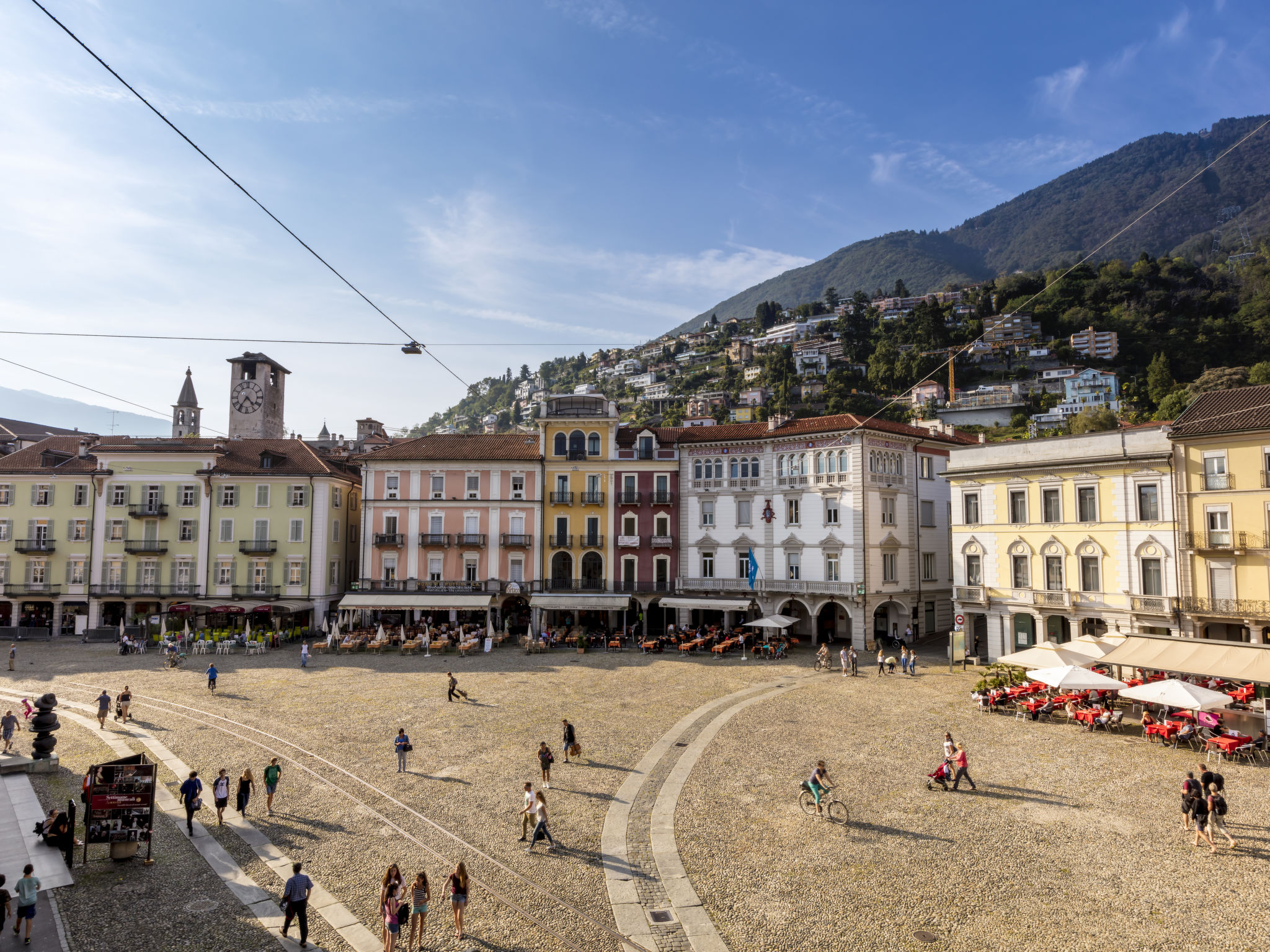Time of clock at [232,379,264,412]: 4:35
